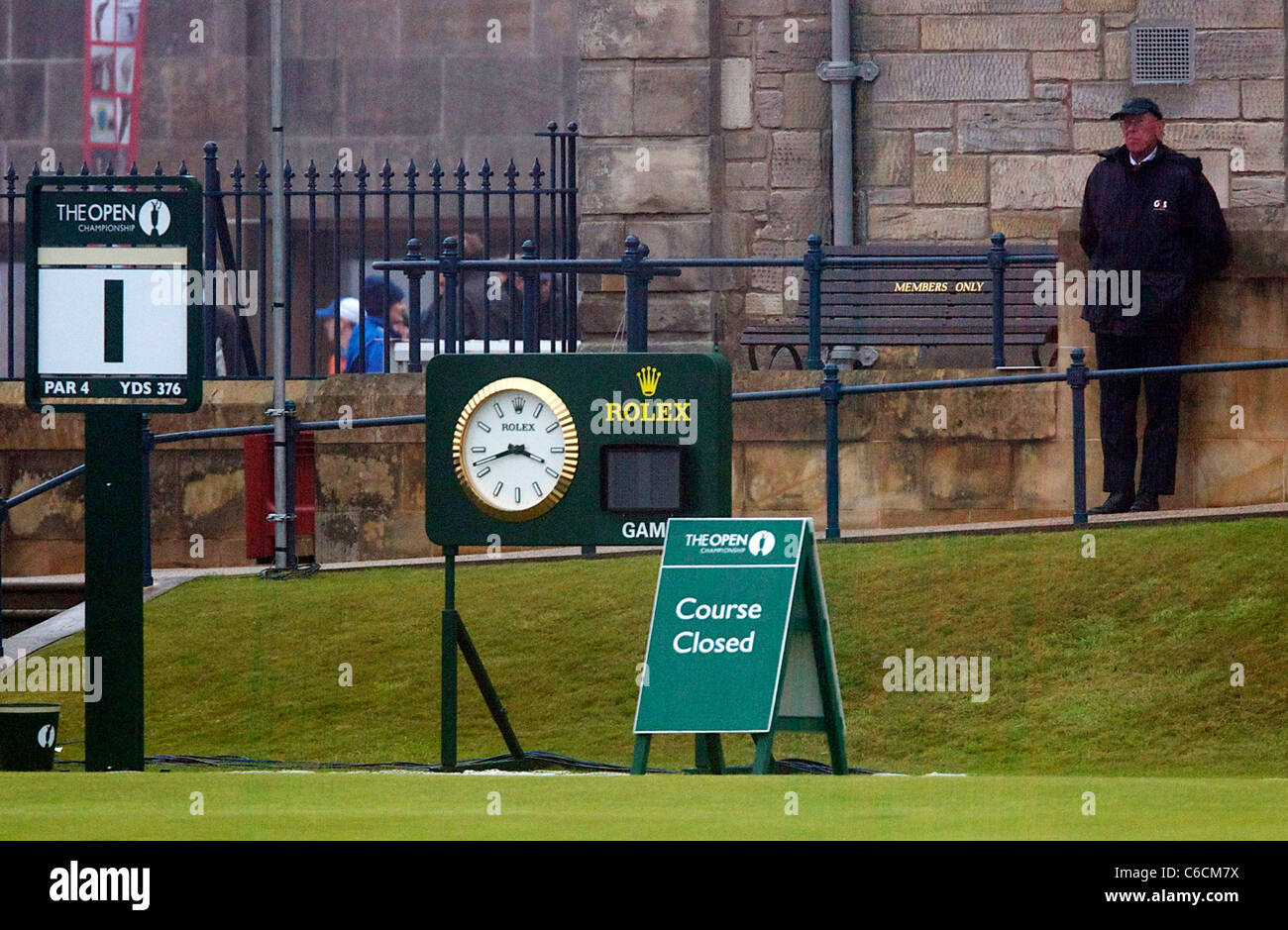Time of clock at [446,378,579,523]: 3:42
